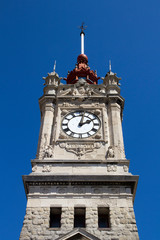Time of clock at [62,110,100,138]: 2:02
